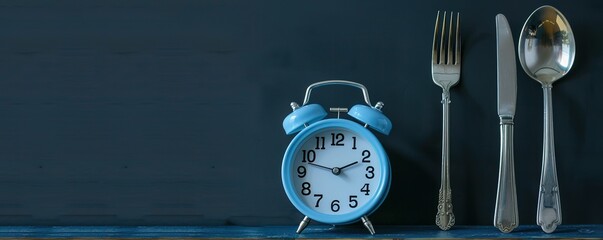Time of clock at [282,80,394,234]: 1:47
